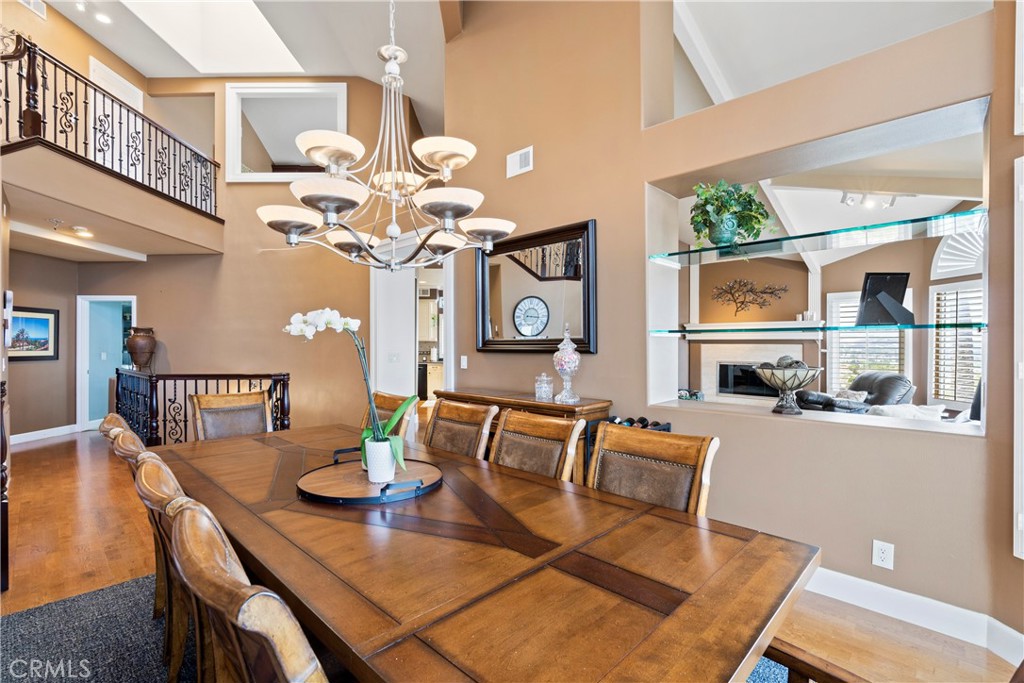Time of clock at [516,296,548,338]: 3:16
